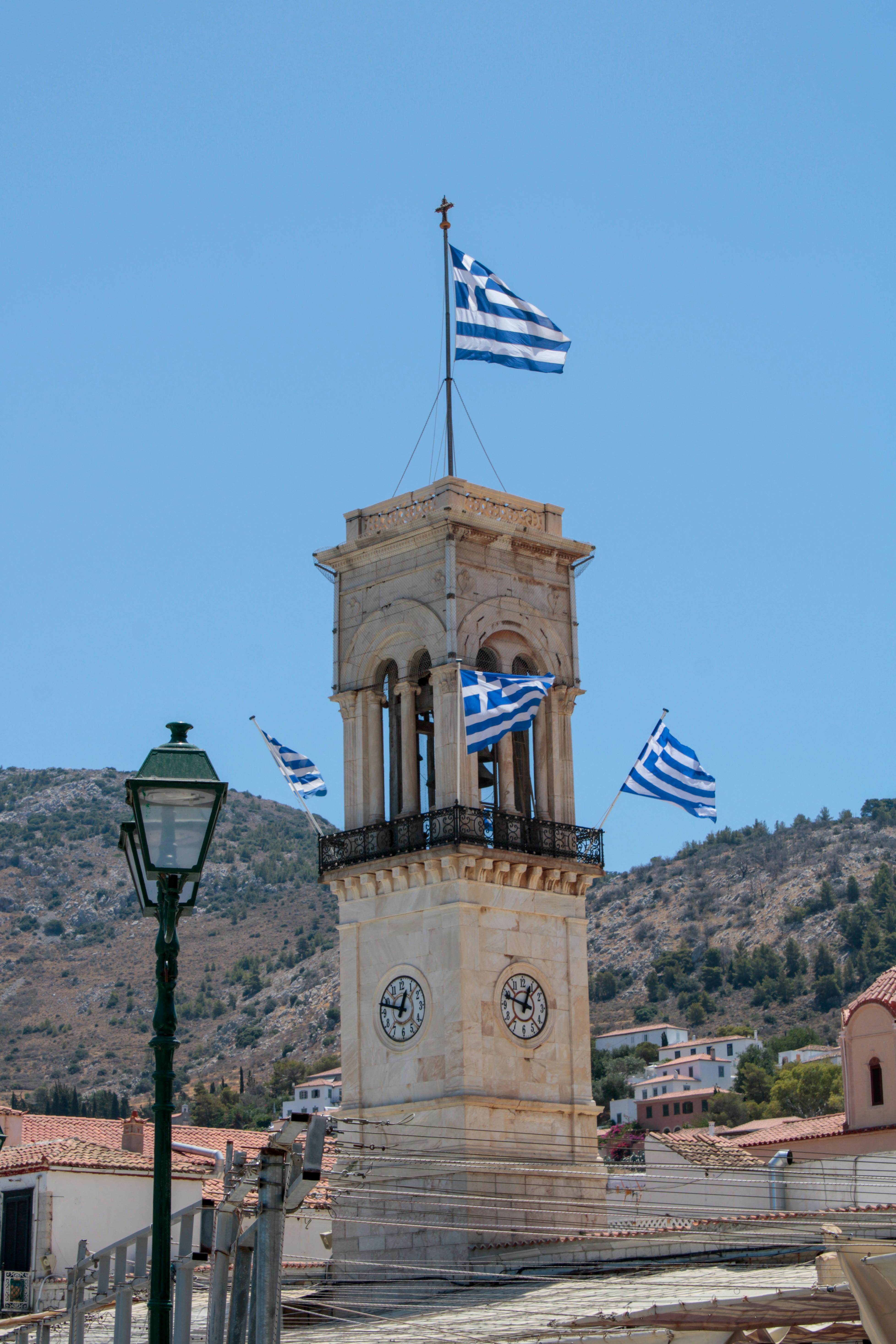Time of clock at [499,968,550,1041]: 12:48
